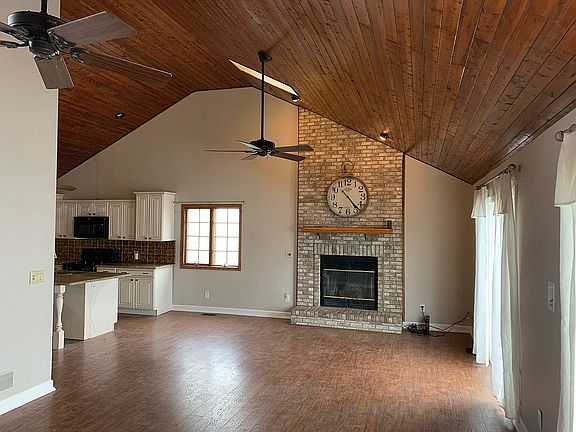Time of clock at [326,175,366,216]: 10:23
